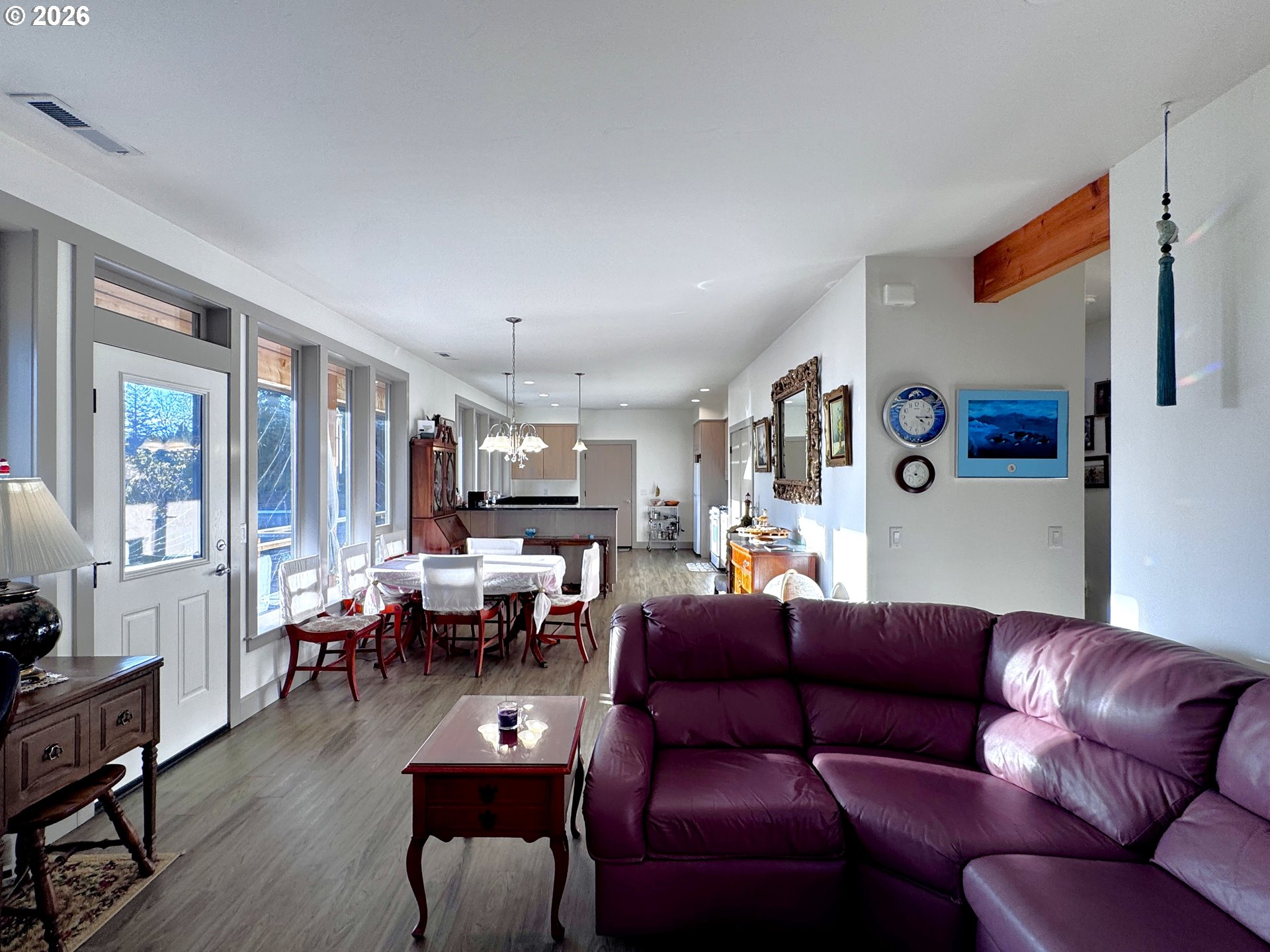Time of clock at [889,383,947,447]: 4:15
